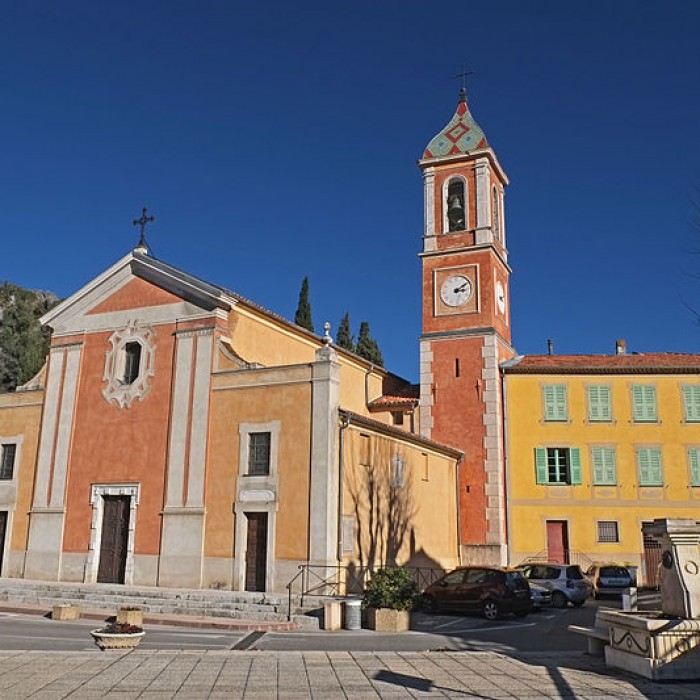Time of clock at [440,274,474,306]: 3:09
